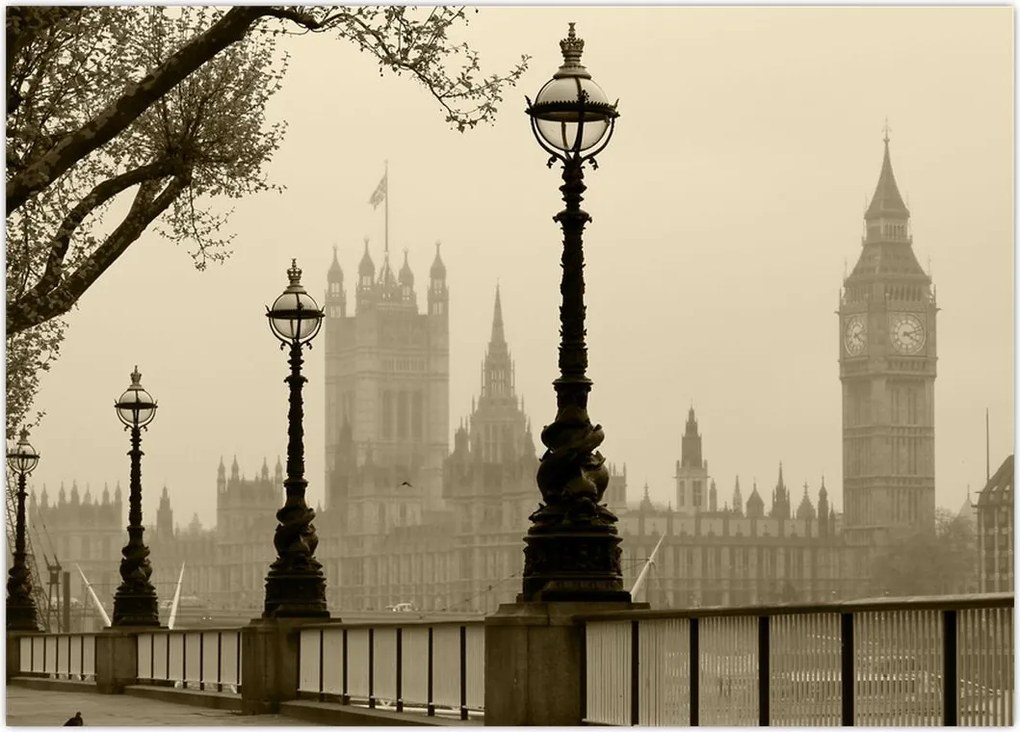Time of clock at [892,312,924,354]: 4:12
